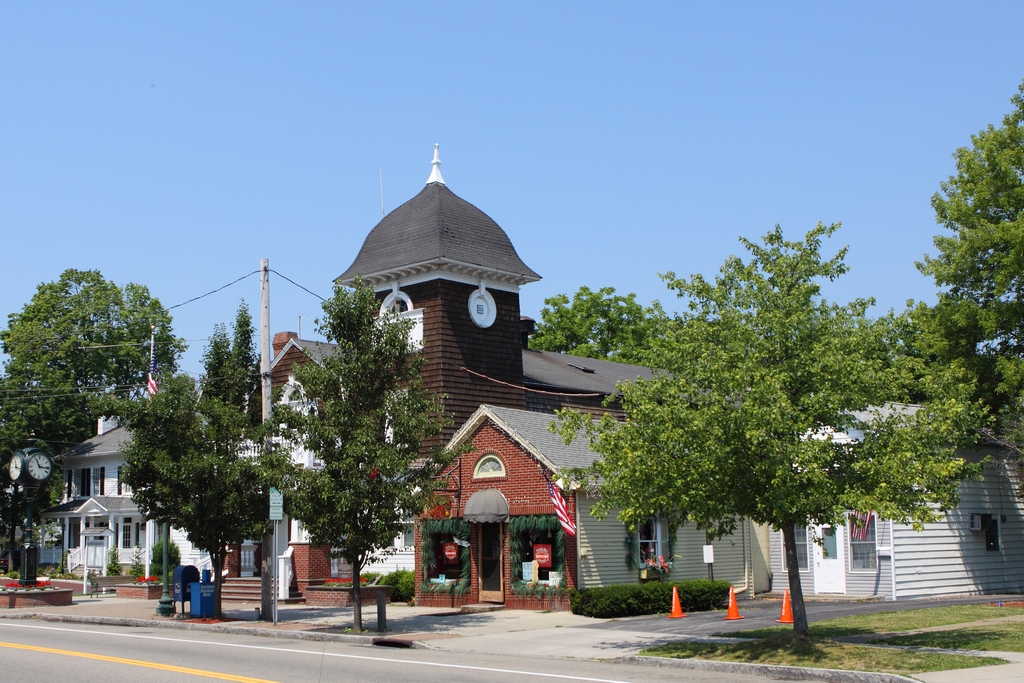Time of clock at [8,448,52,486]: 11:16
